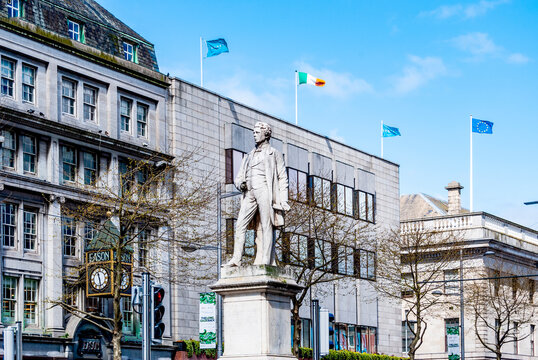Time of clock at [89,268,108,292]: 11:28
